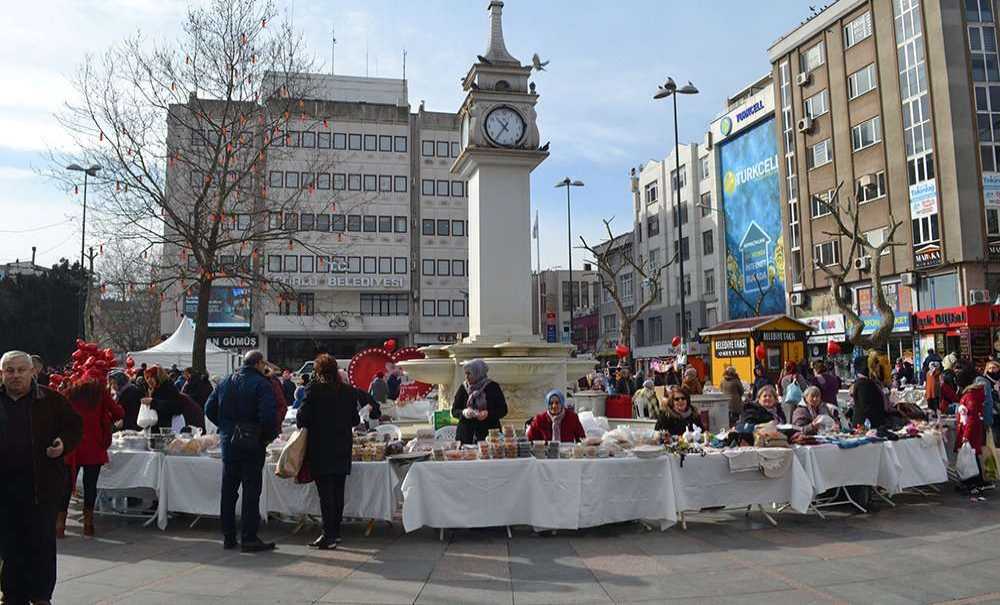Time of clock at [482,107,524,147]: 10:36
